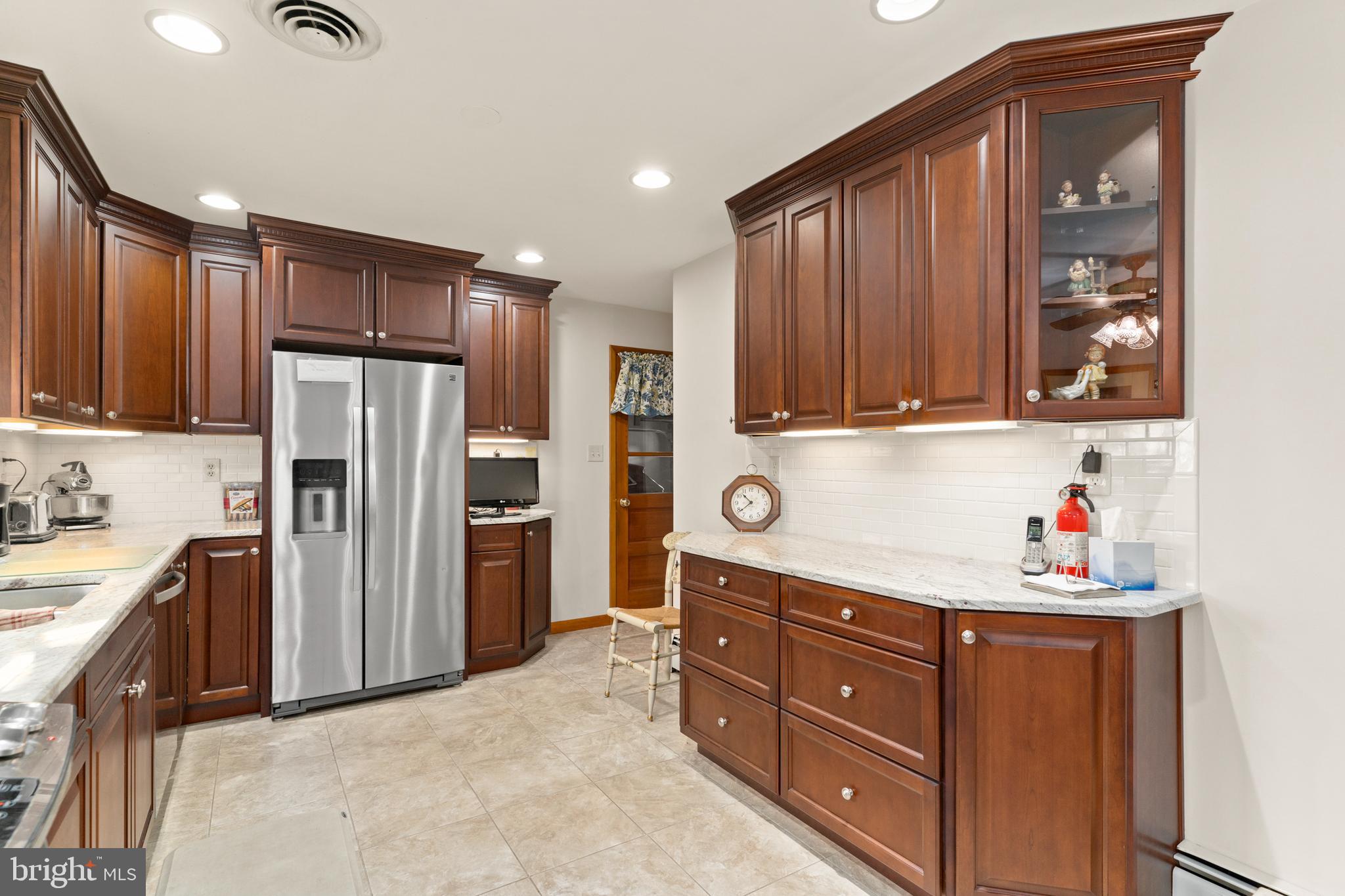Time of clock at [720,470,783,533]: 10:38
